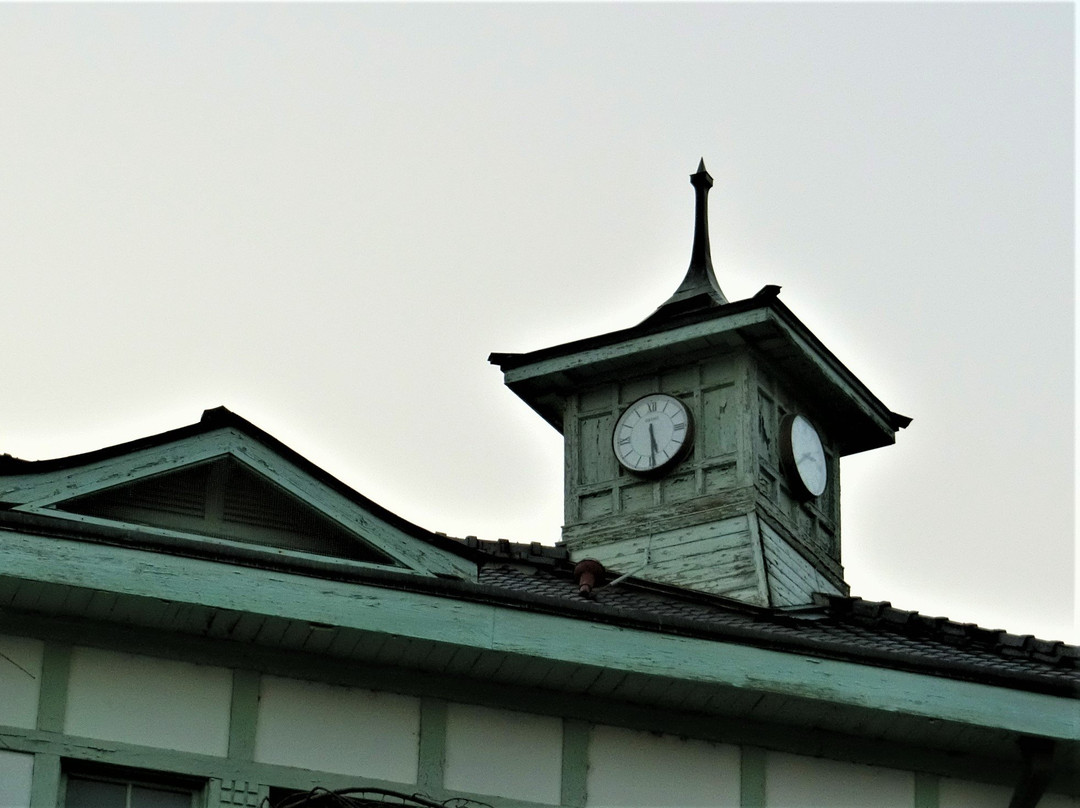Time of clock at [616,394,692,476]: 5:29
